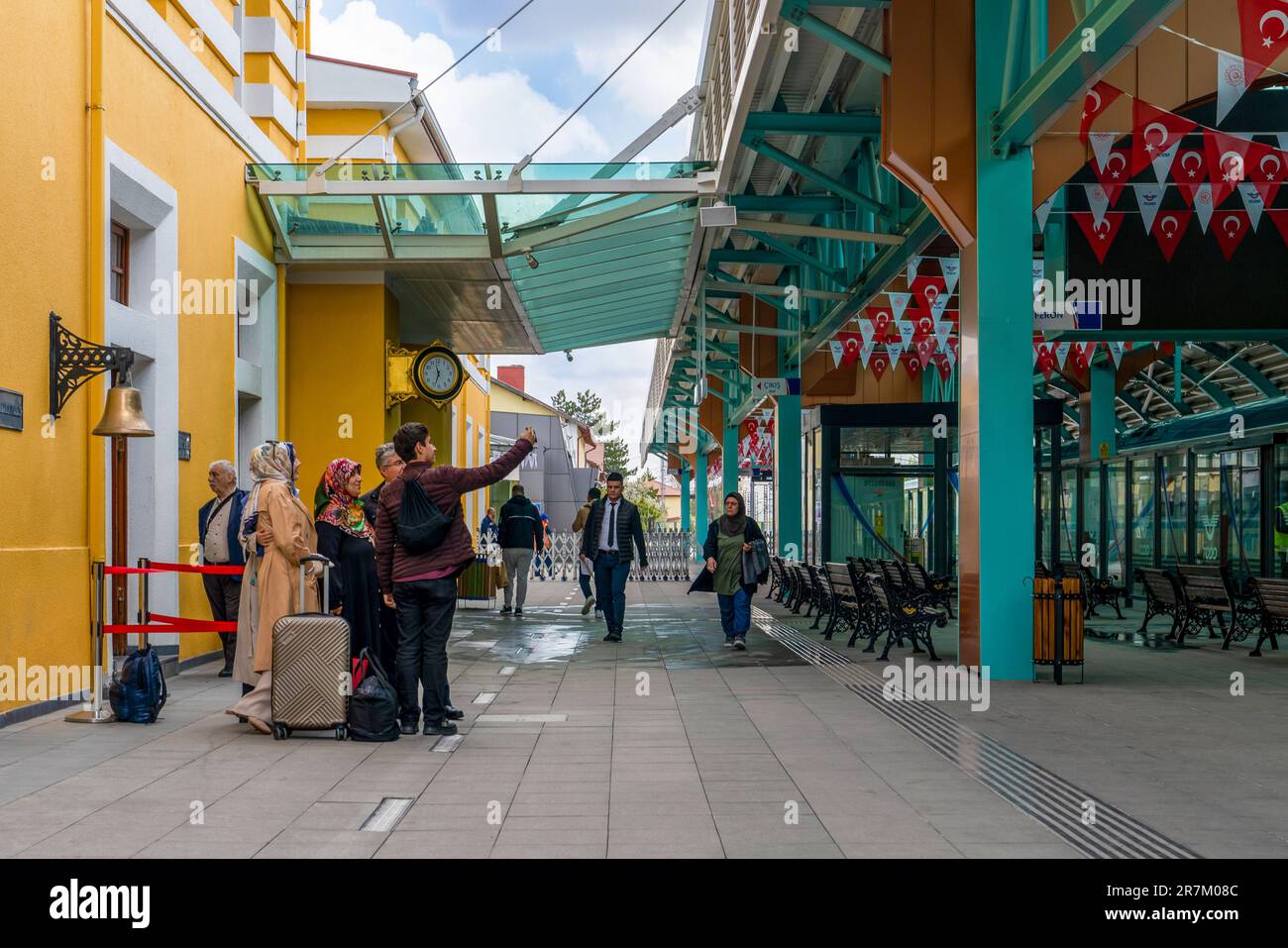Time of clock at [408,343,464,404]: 11:33
